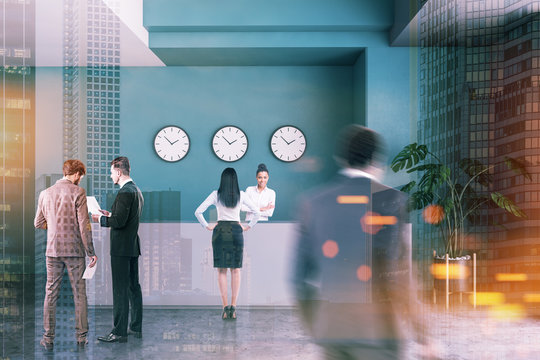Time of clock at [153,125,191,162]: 1:52
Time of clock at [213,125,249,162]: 1:52
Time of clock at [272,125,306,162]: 1:52
